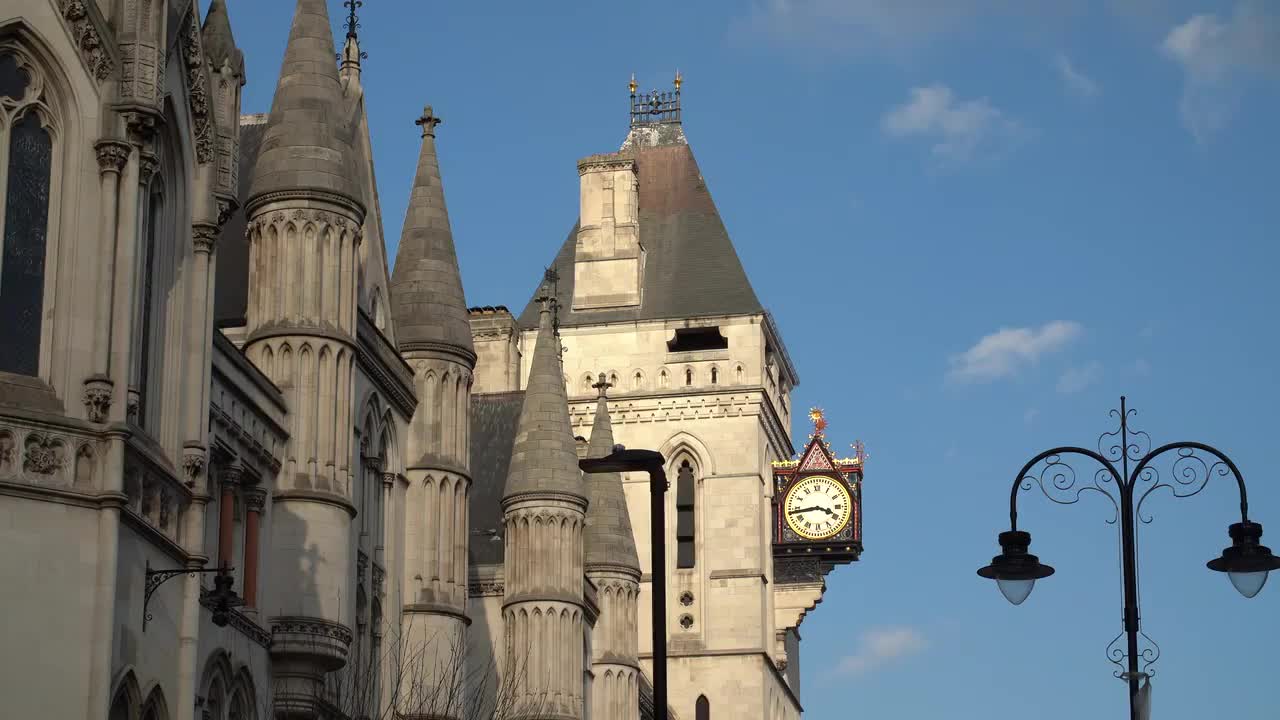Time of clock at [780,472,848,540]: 3:43
